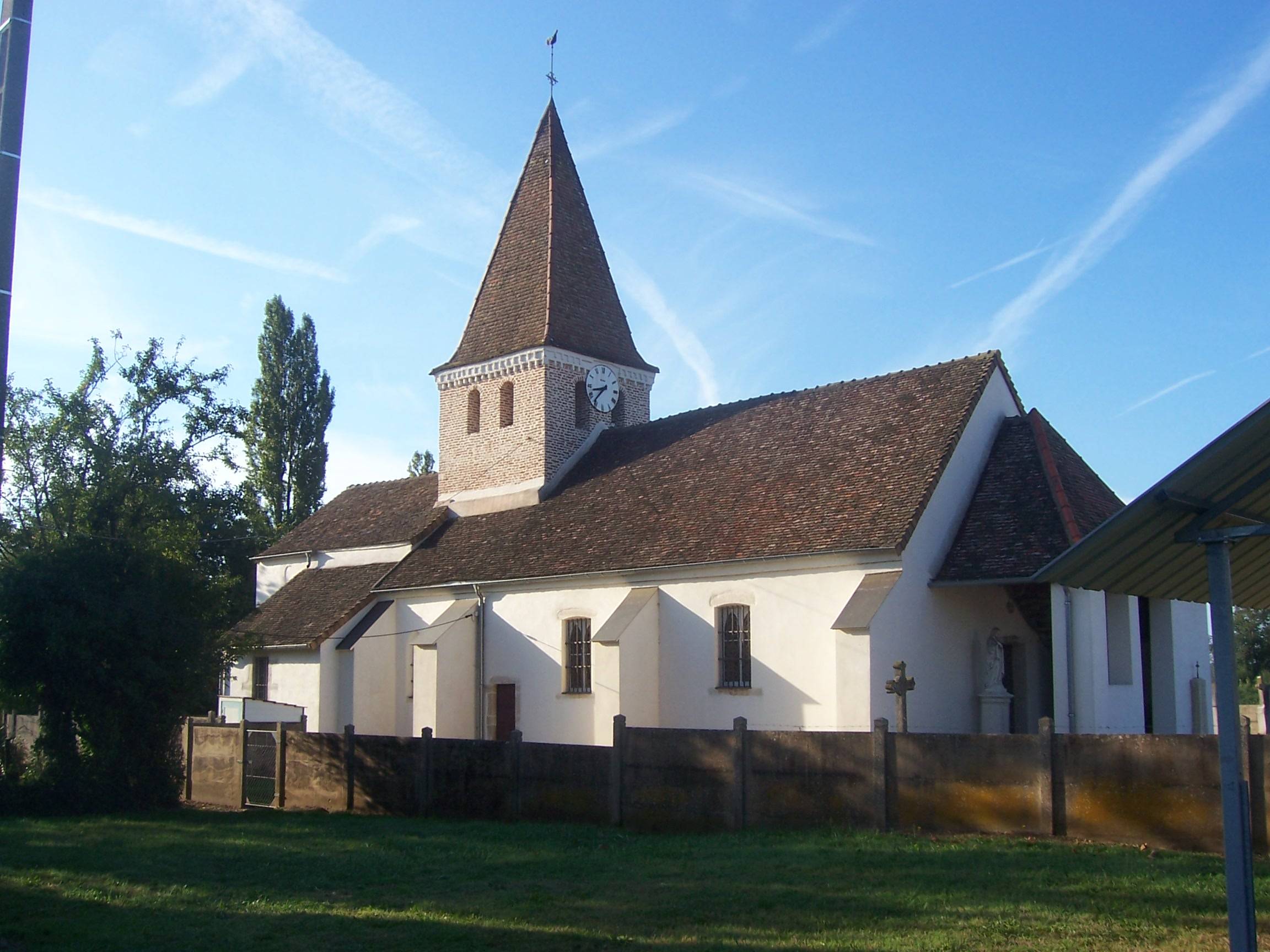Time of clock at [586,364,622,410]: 8:37
